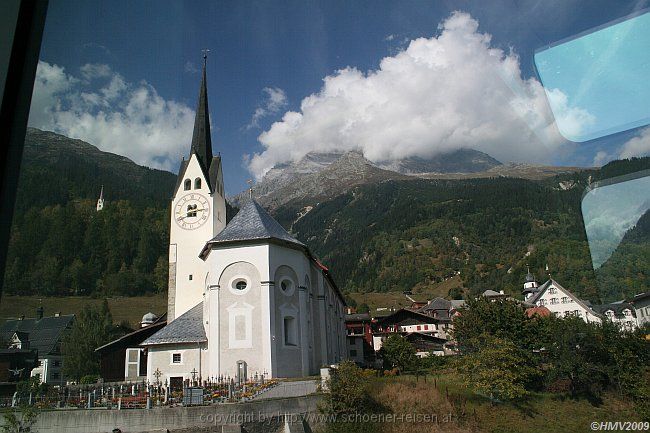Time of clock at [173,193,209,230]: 2:40
